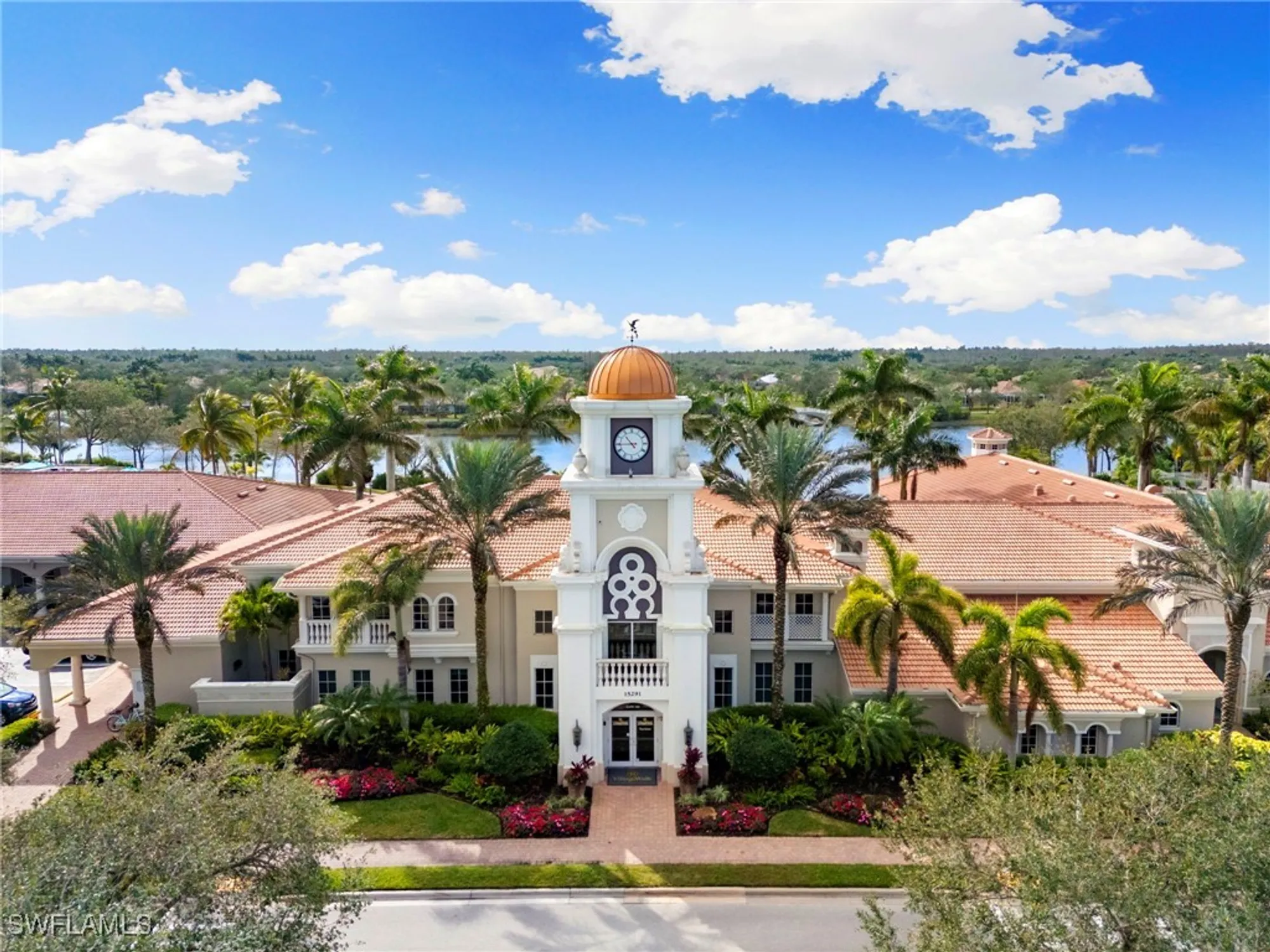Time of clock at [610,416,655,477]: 10:44
